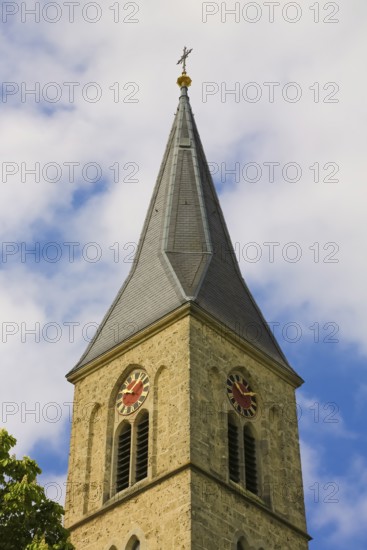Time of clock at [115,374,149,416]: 9:07
